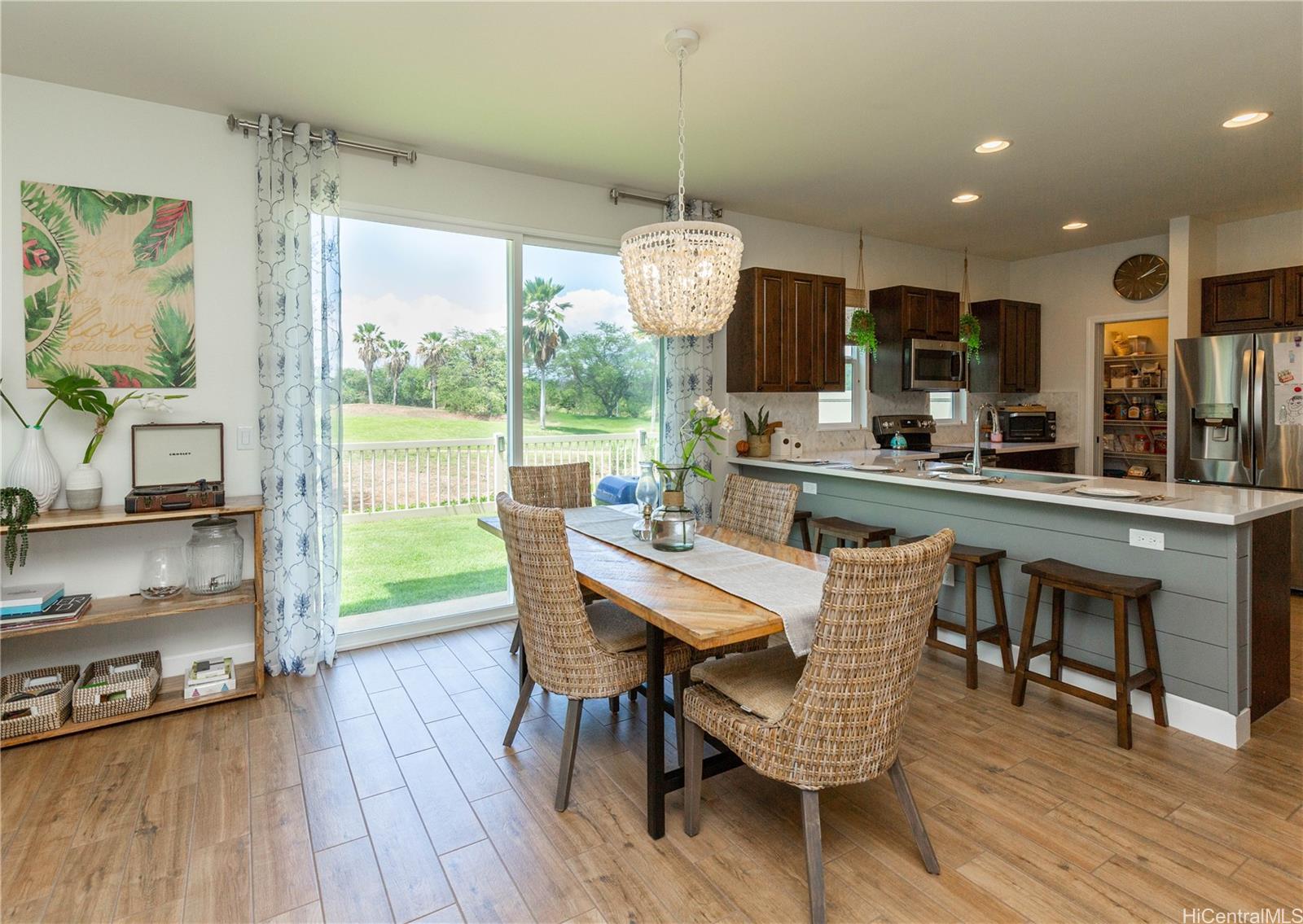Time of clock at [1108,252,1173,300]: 2:09
